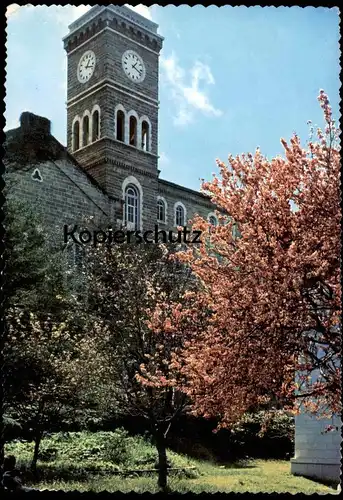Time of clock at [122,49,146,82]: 1:18
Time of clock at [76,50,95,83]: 1:17
